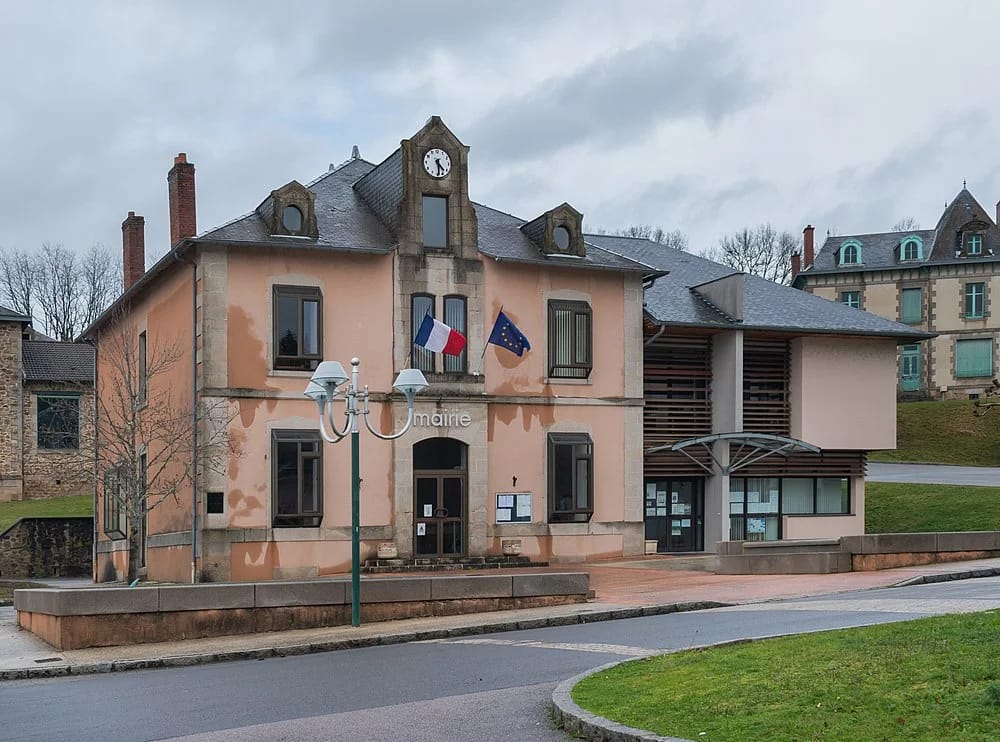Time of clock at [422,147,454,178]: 4:29
